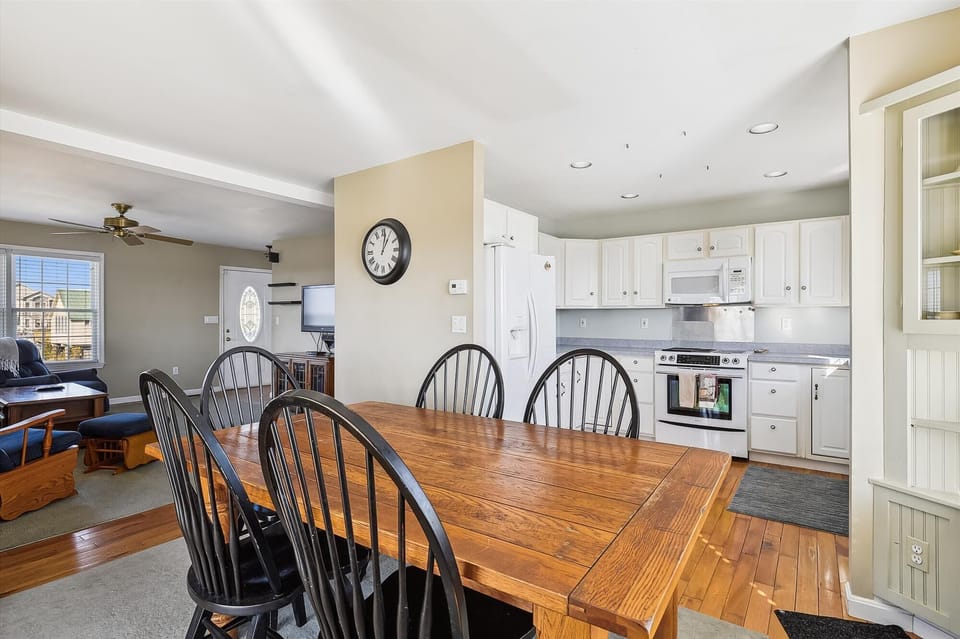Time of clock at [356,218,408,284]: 1:01
